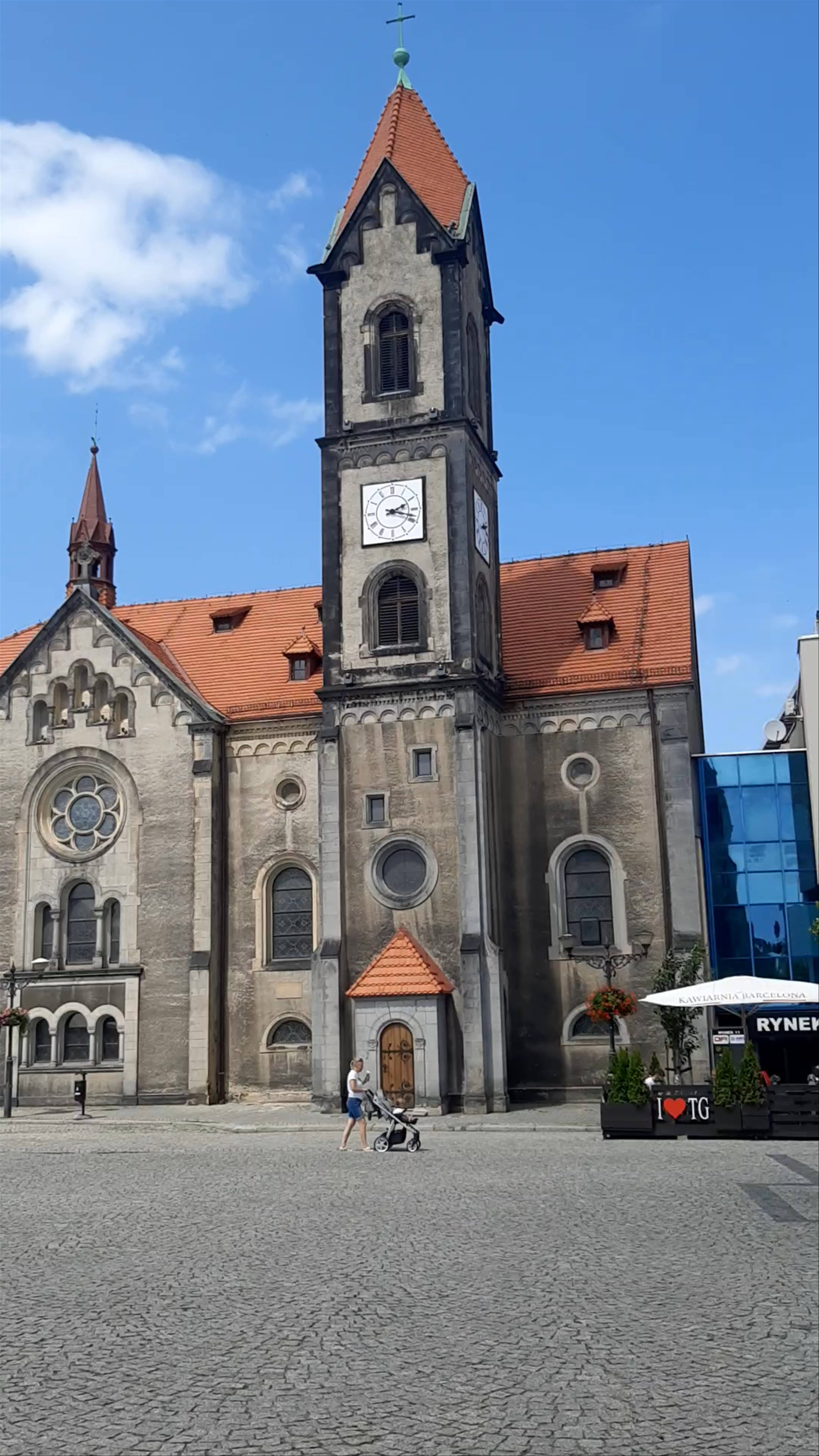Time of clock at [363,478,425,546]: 2:18
